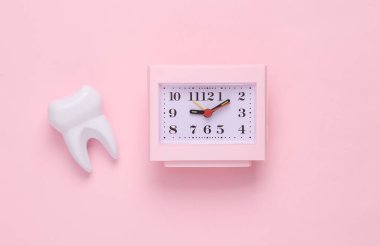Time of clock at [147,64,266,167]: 9:09
